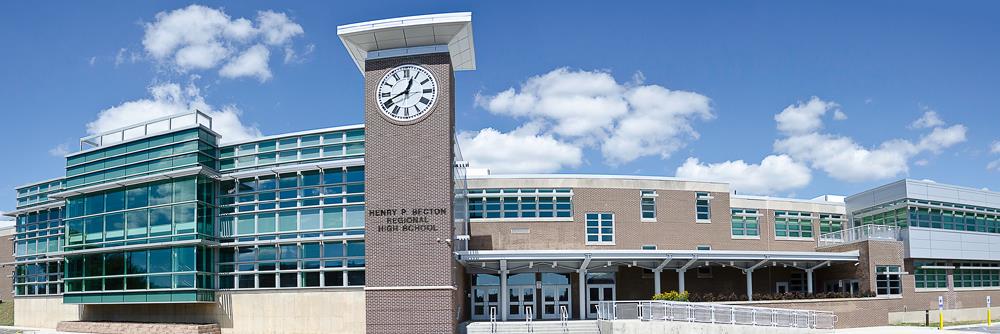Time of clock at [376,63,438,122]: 12:41
